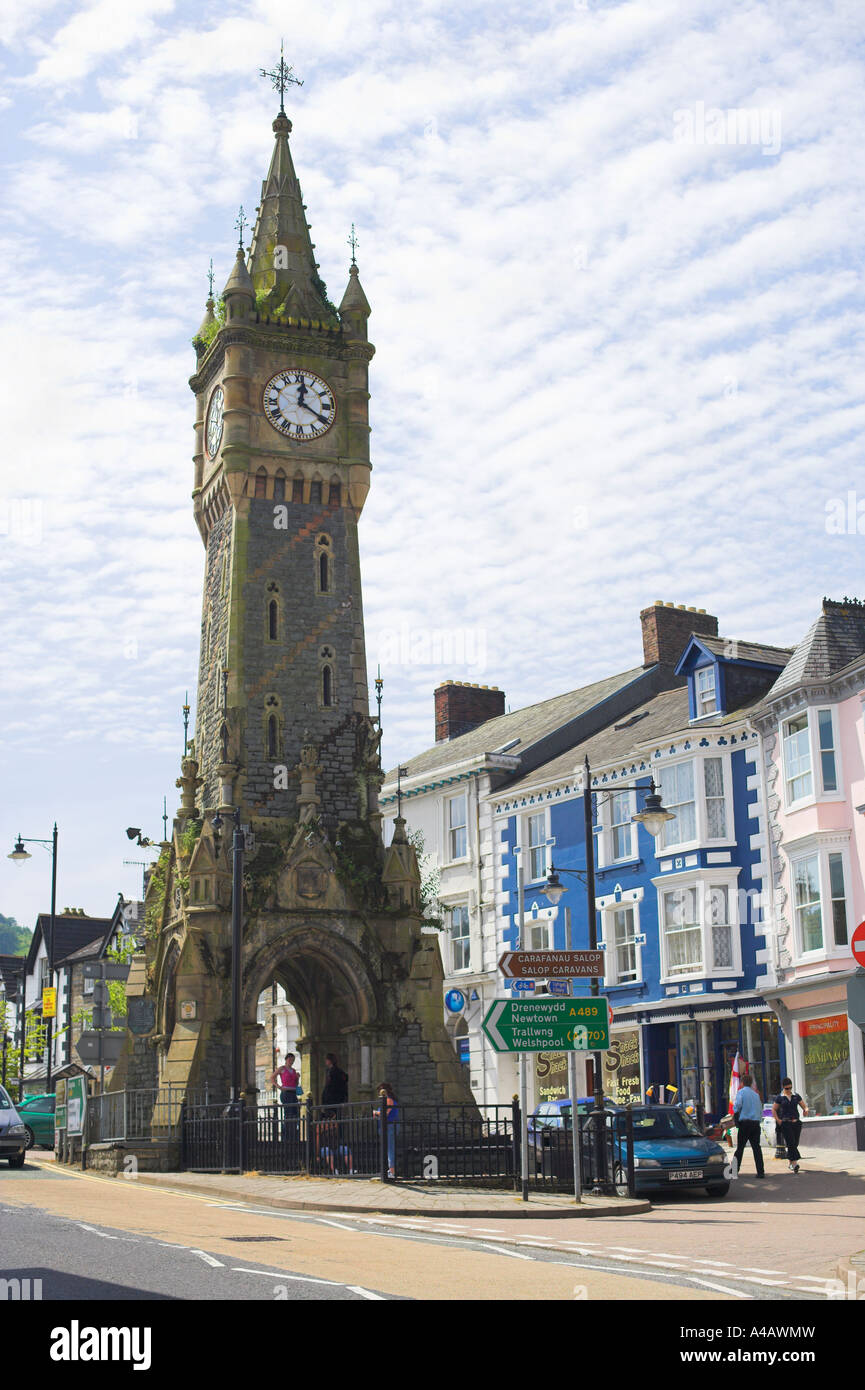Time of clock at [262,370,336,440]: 12:20
